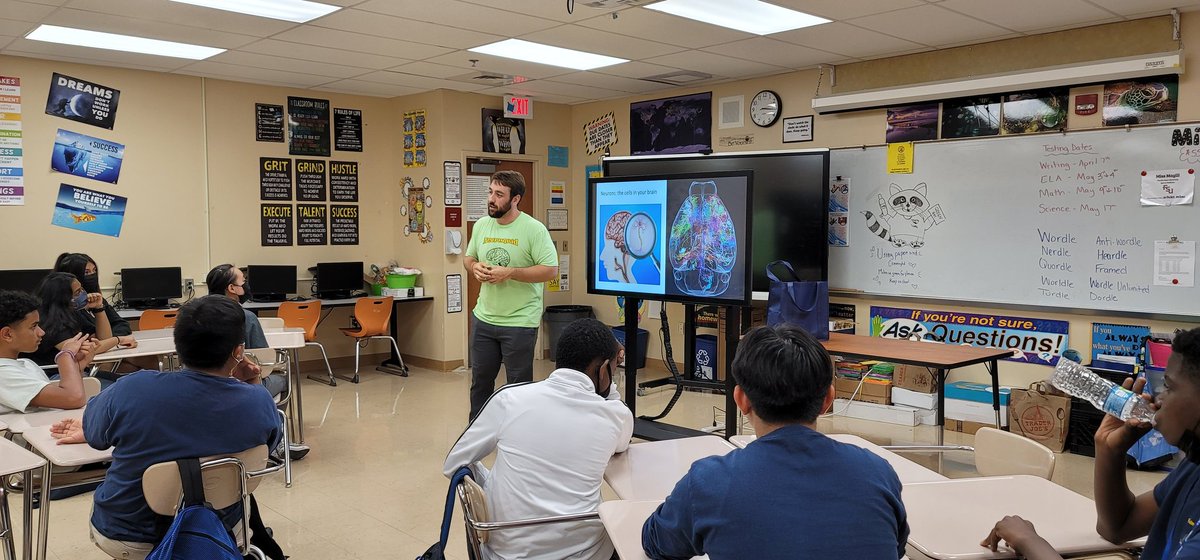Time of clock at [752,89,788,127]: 3:16
